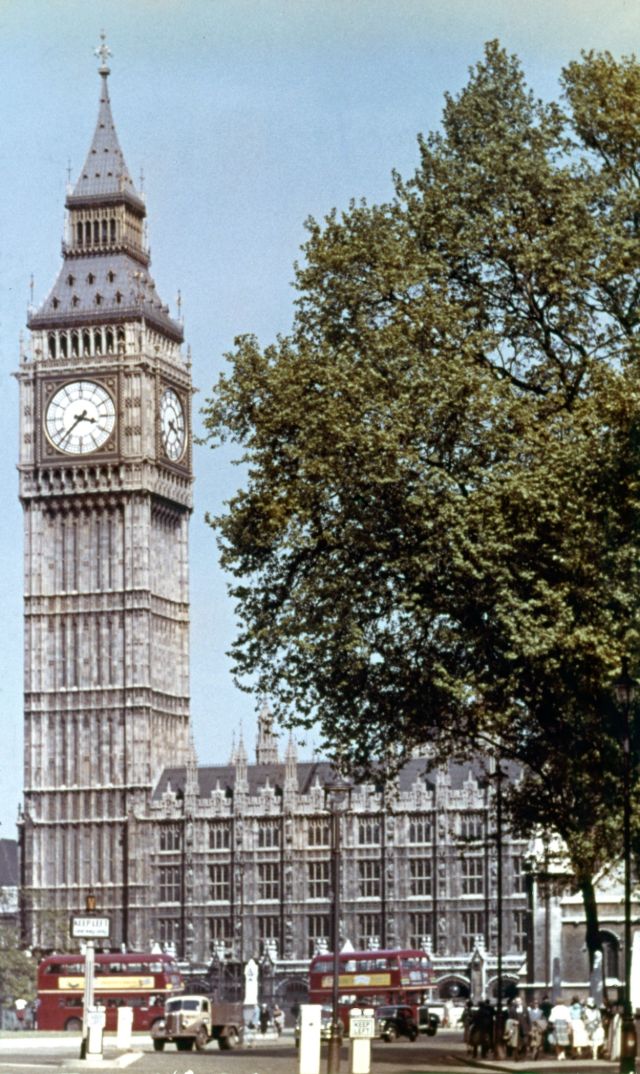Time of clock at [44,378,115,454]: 3:37
